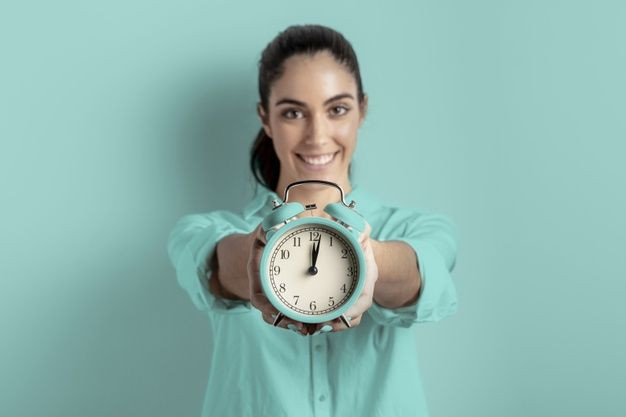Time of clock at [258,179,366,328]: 12:02
